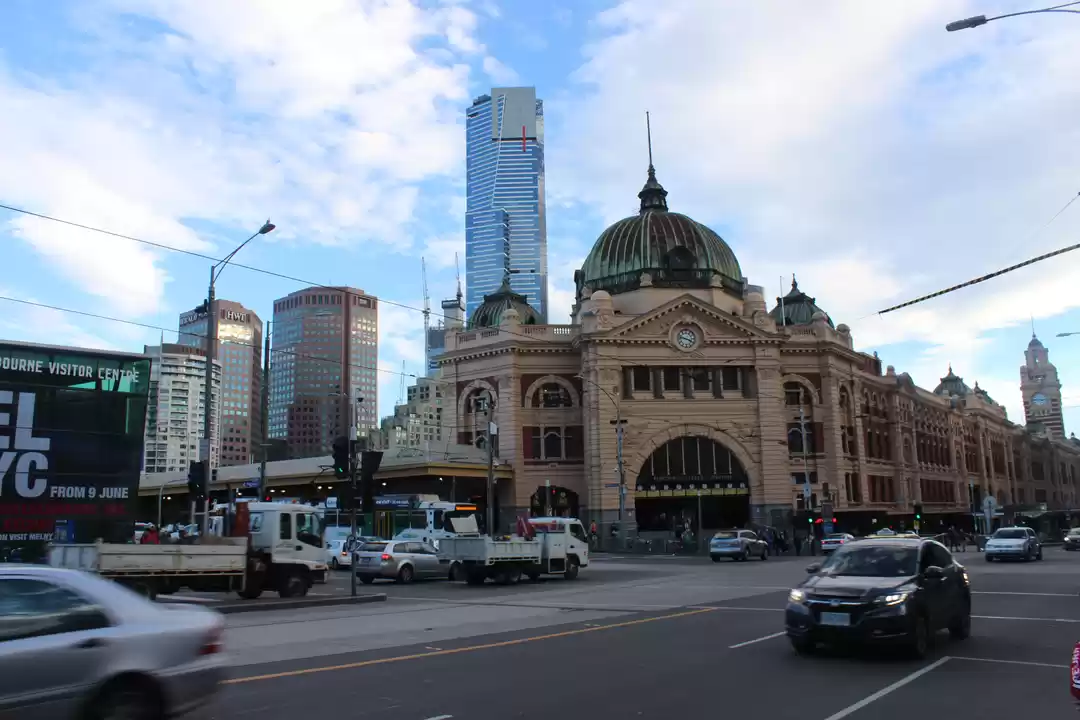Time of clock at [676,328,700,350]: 3:47
